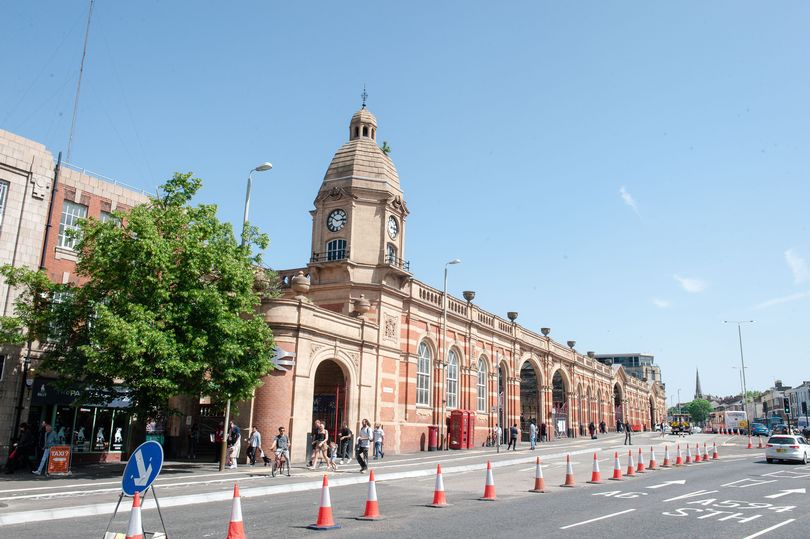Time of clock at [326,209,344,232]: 2:50
